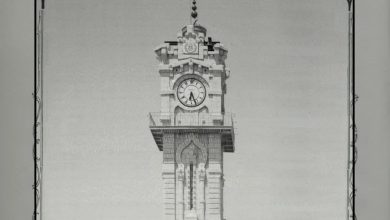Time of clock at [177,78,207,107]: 6:26
